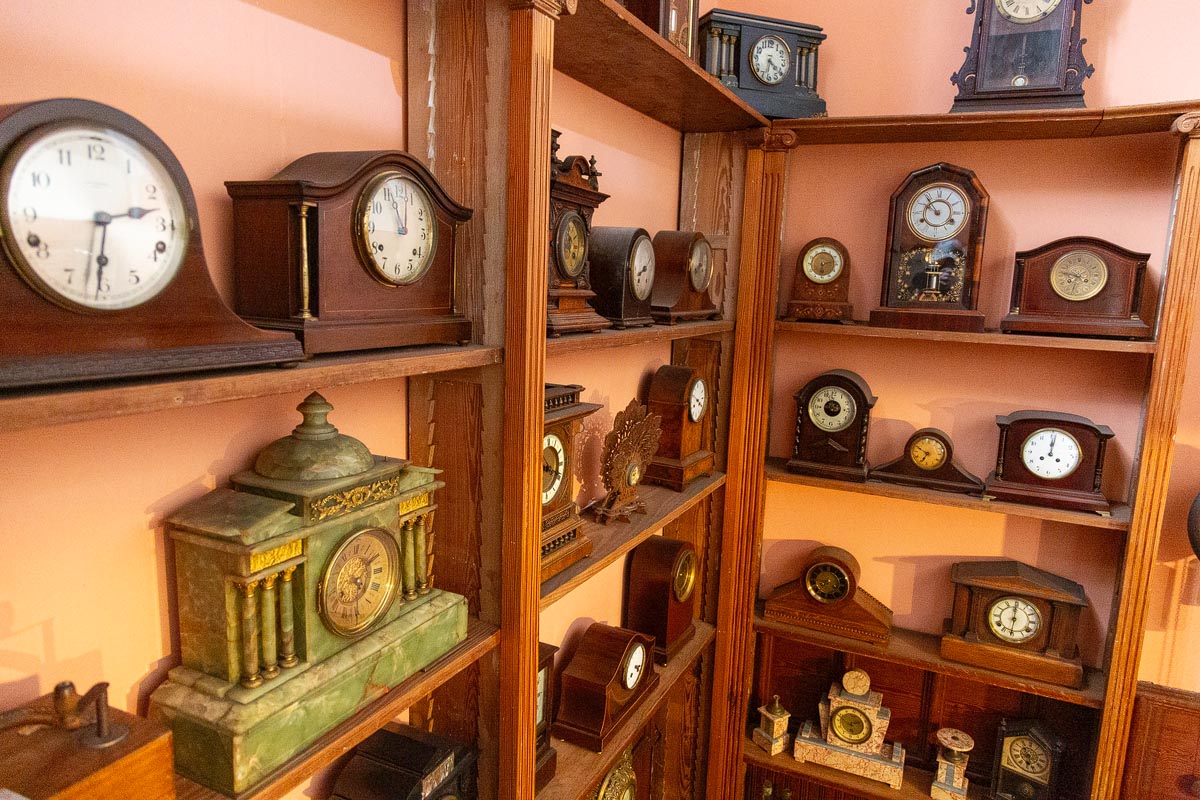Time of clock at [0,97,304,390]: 2:31
